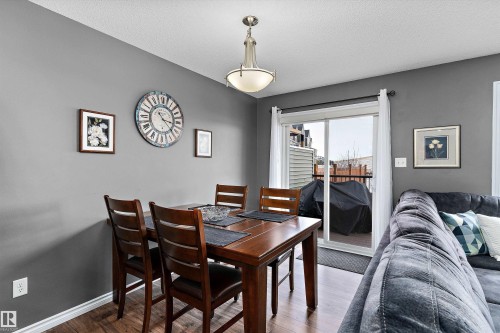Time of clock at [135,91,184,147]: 3:22
